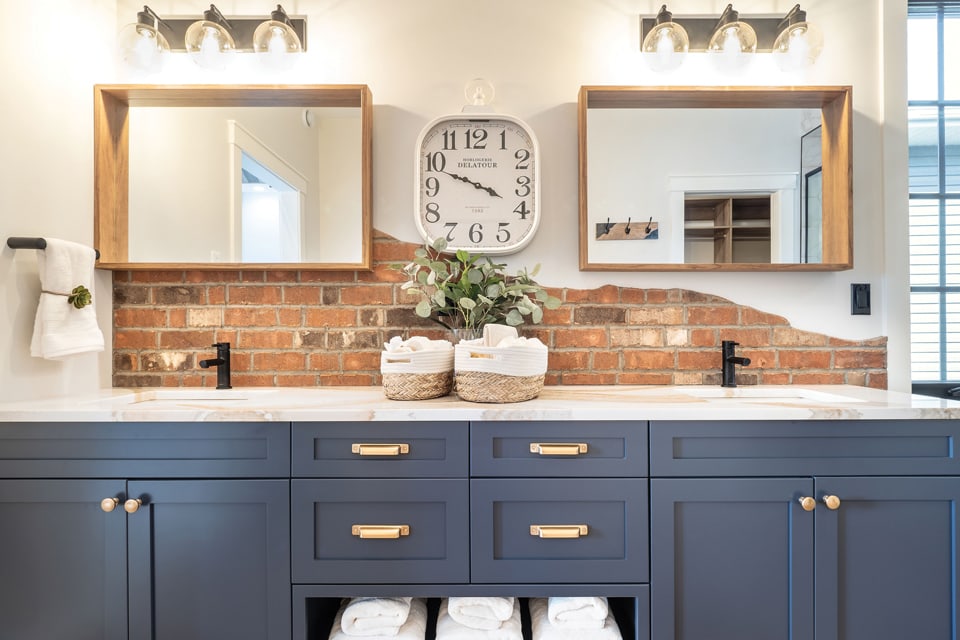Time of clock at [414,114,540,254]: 3:48
